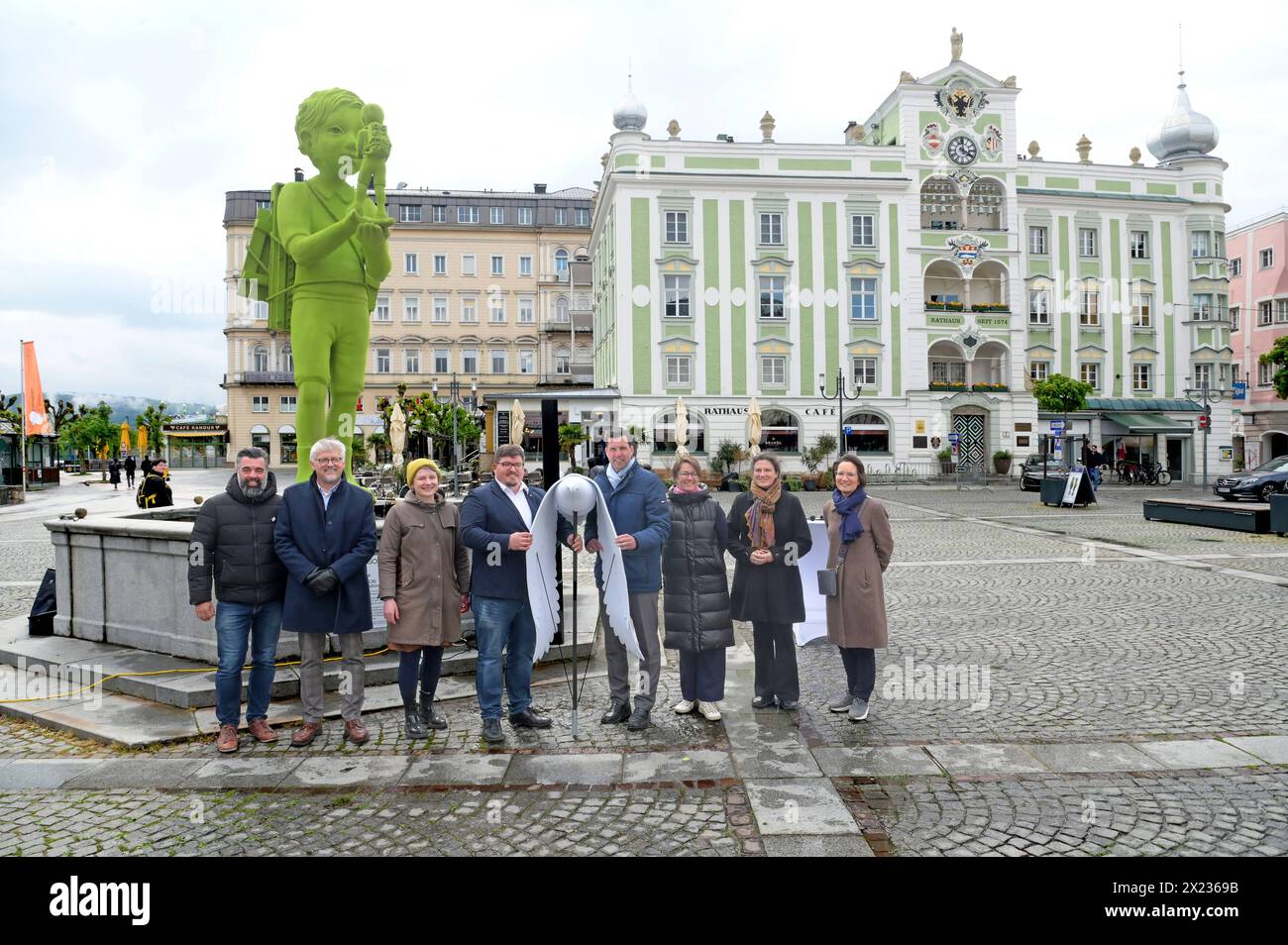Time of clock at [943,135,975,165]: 3:59
